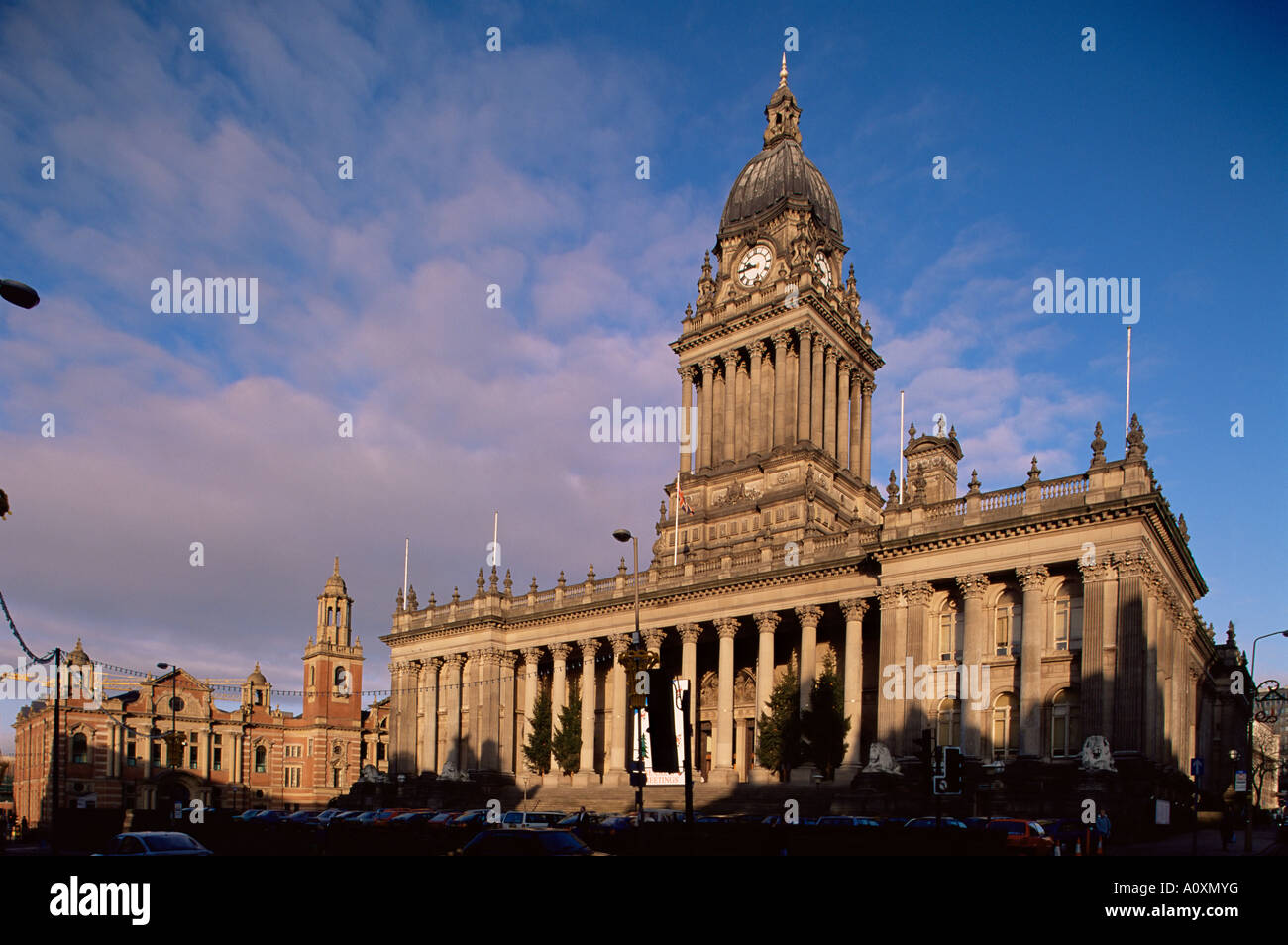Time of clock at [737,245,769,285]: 9:44
